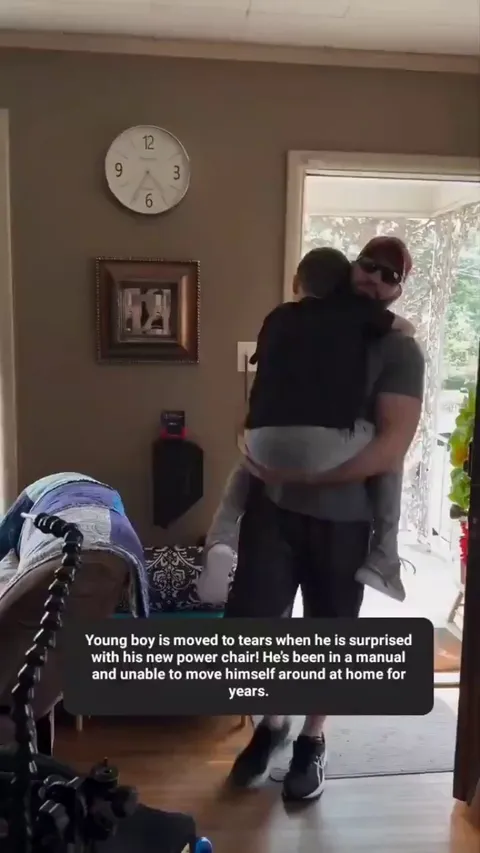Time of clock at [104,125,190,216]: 4:34
